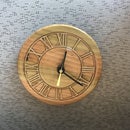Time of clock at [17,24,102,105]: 12:21
